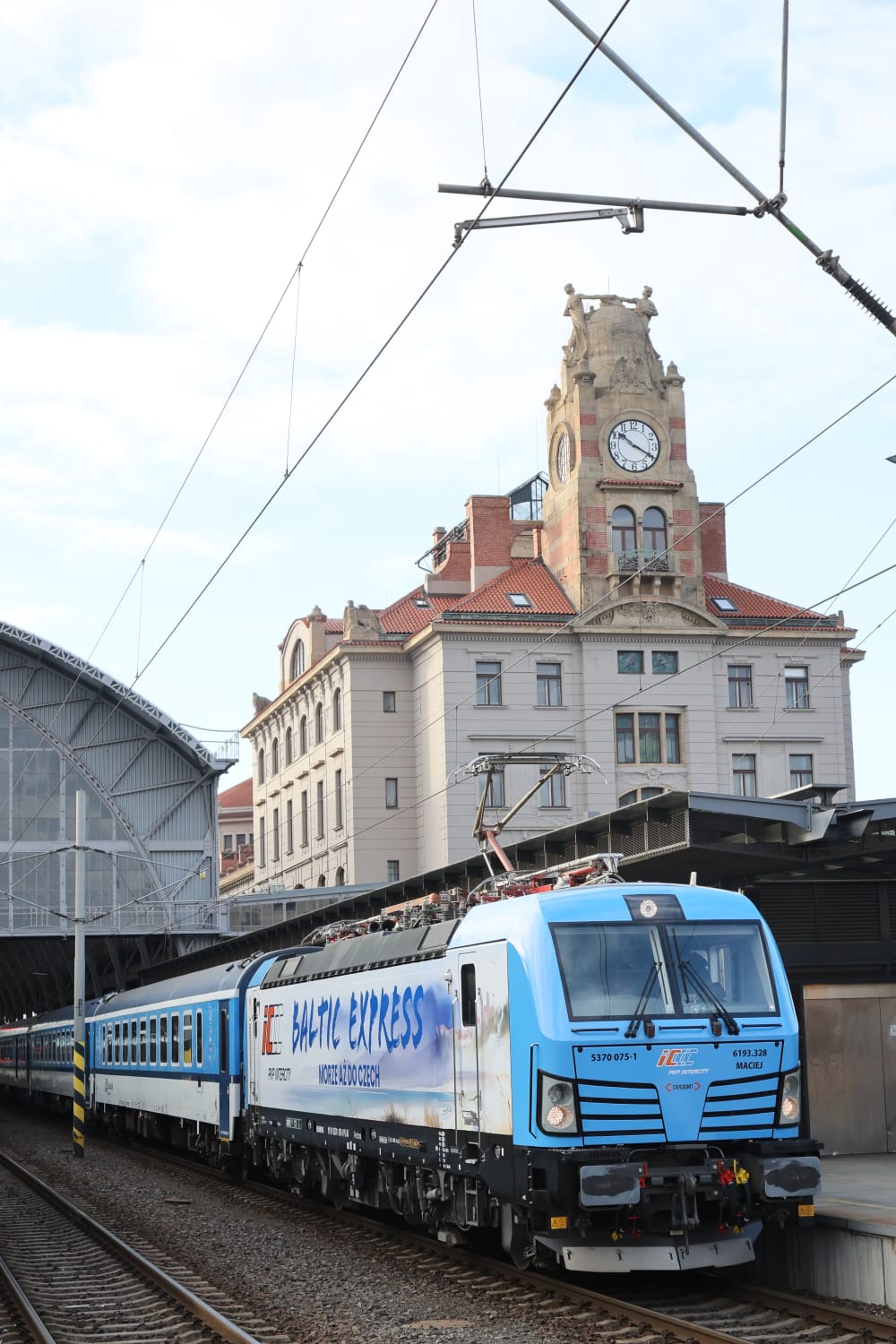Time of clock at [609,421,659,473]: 10:20
